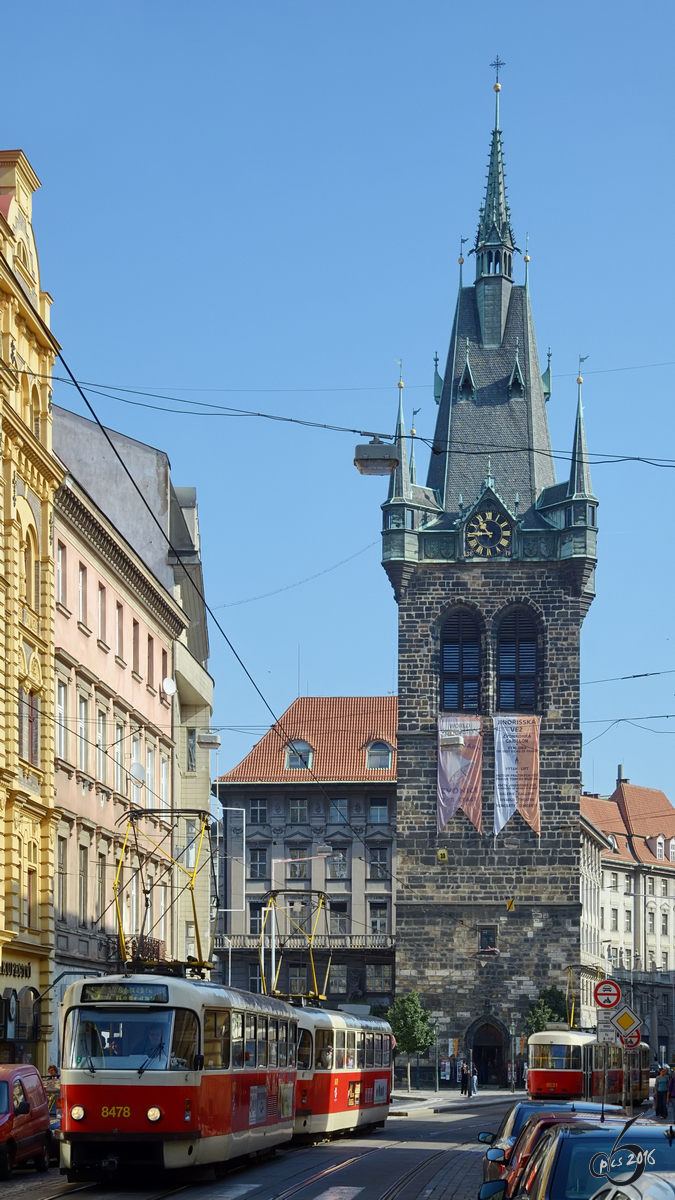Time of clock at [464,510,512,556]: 10:45
